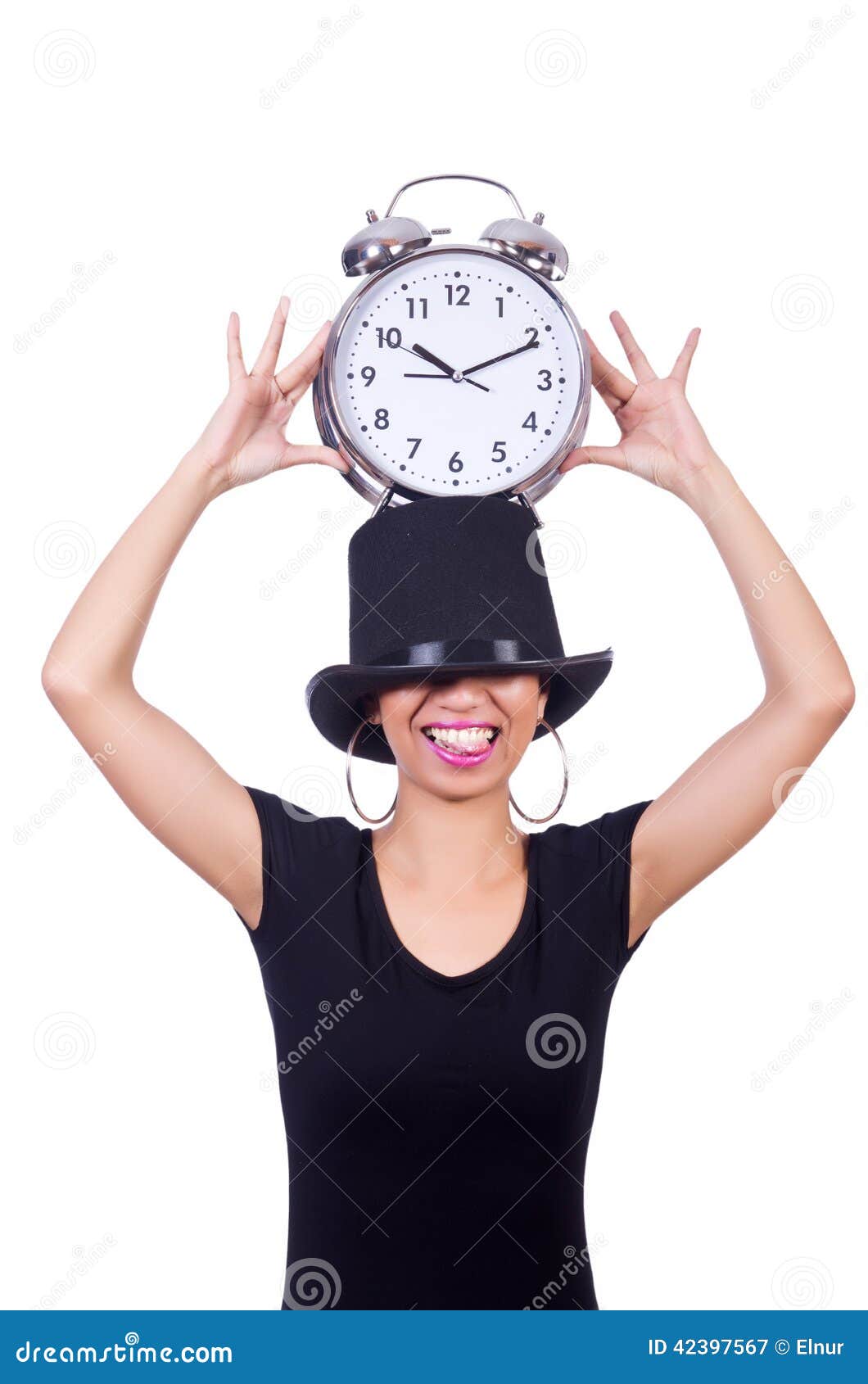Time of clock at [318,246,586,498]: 10:11
